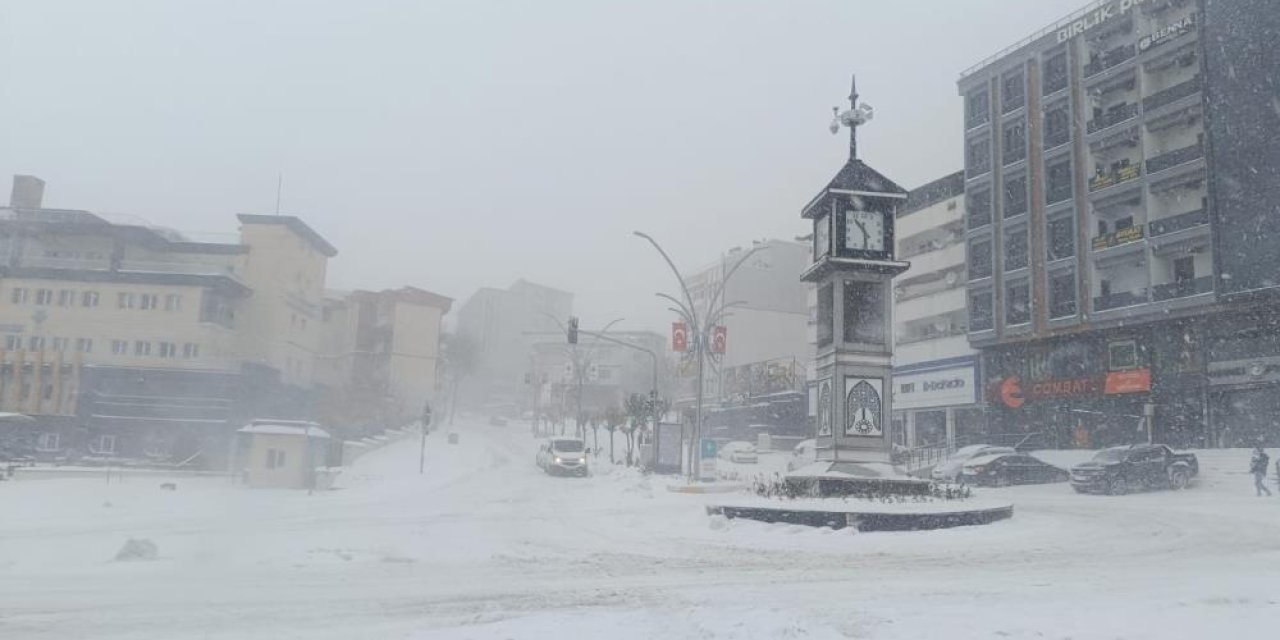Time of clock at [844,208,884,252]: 10:28
